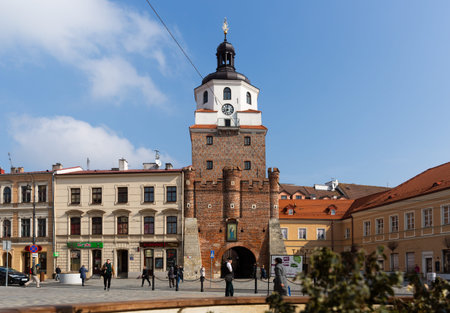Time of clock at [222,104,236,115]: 7:59
